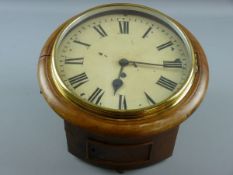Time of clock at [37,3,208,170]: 6:15
